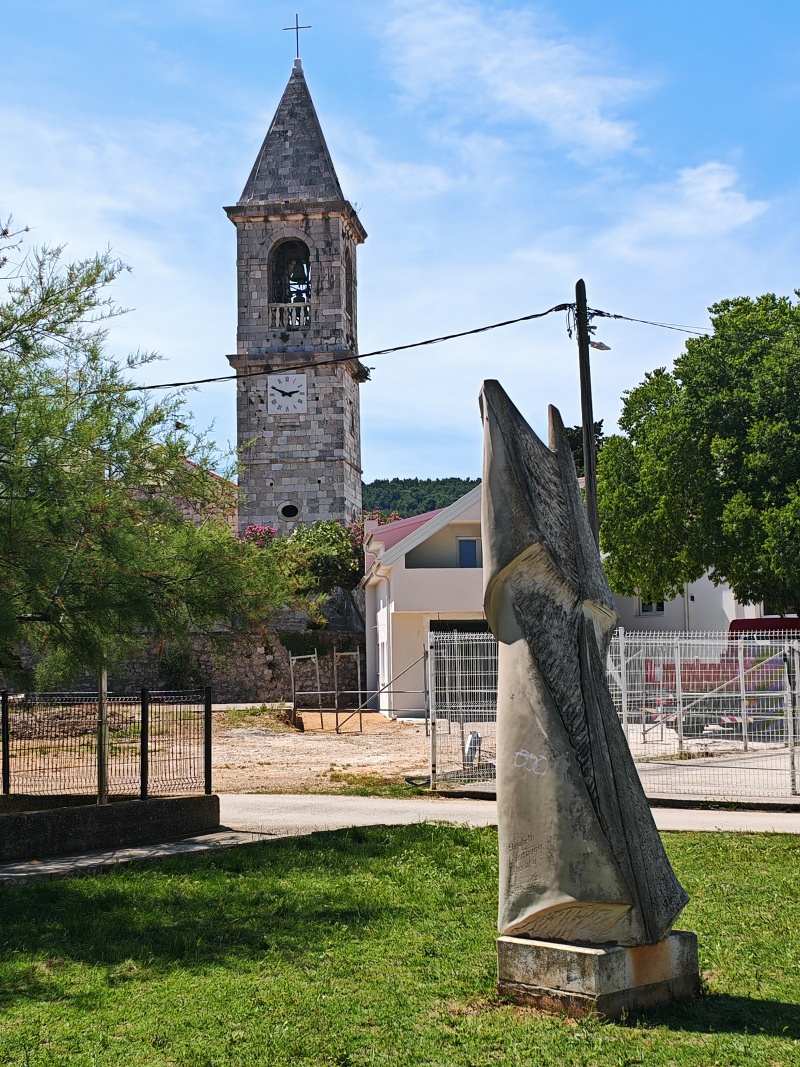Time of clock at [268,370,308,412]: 2:49
